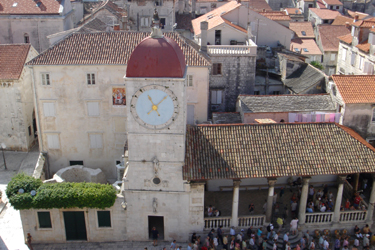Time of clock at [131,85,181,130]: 11:07
